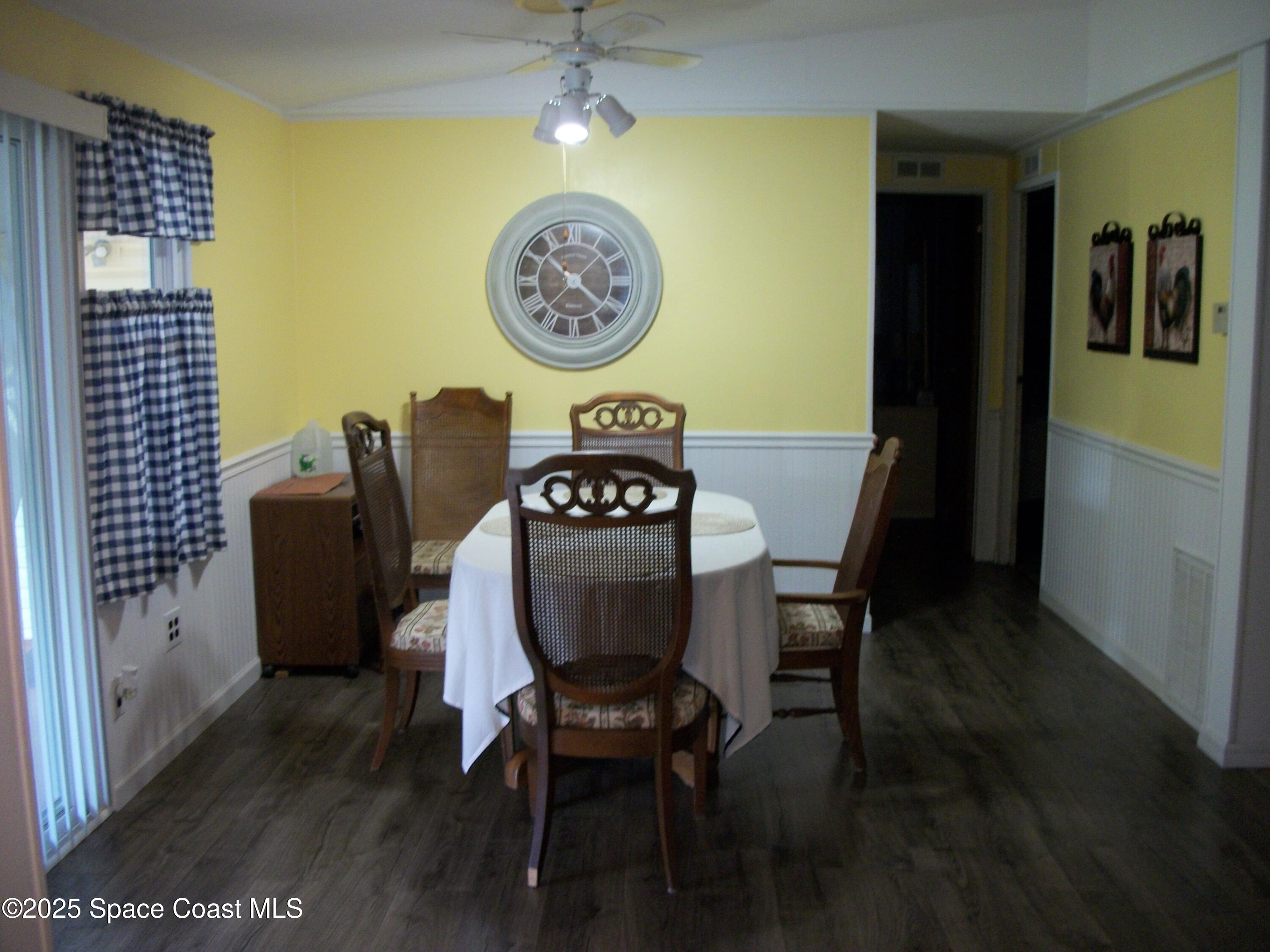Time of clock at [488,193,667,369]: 10:20
